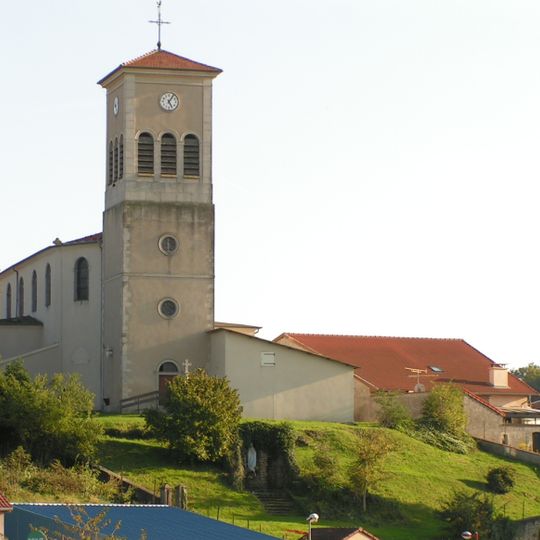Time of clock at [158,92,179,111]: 5:05
